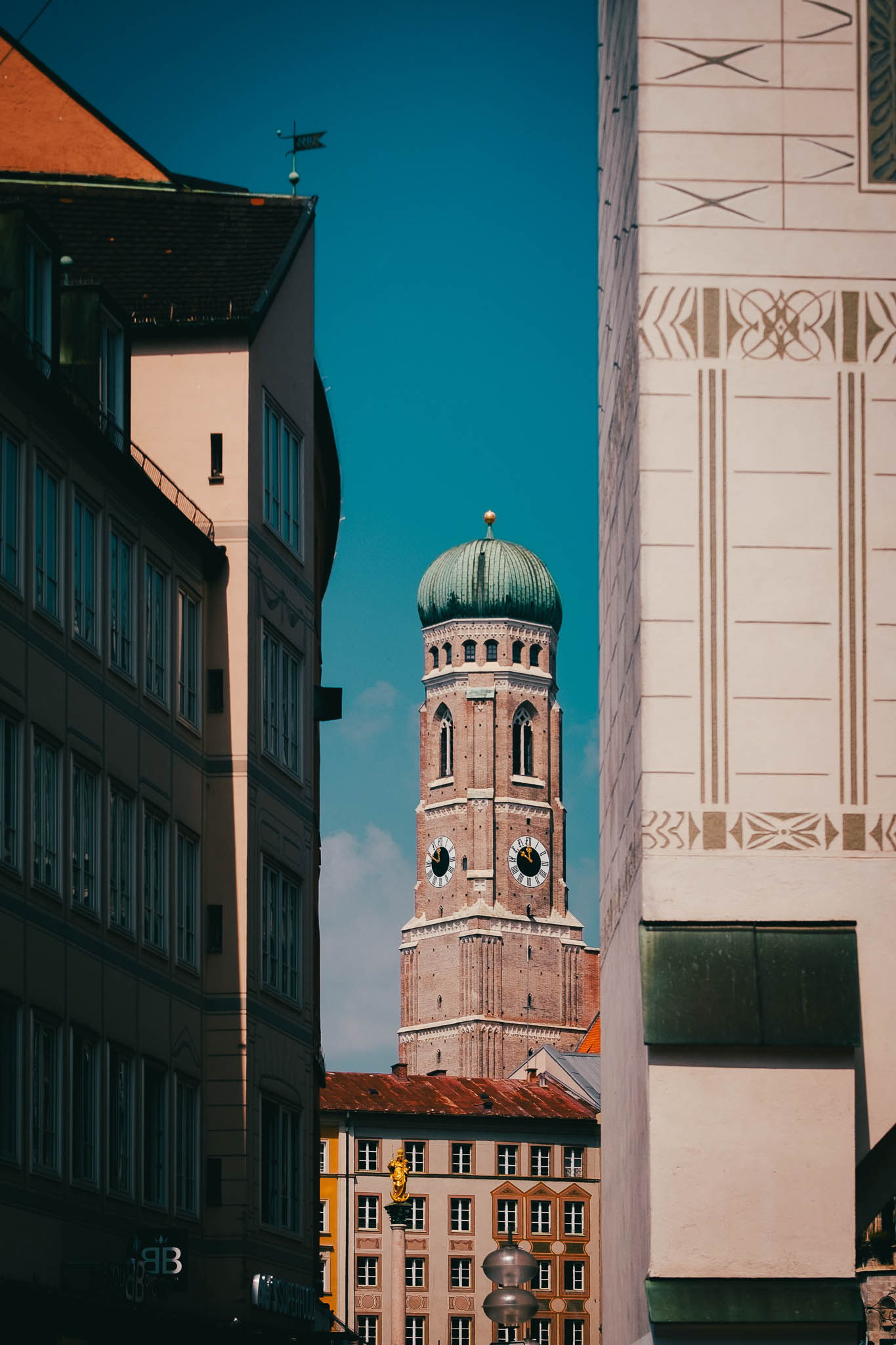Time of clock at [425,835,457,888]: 11:49
